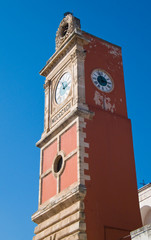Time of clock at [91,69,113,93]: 2:56
